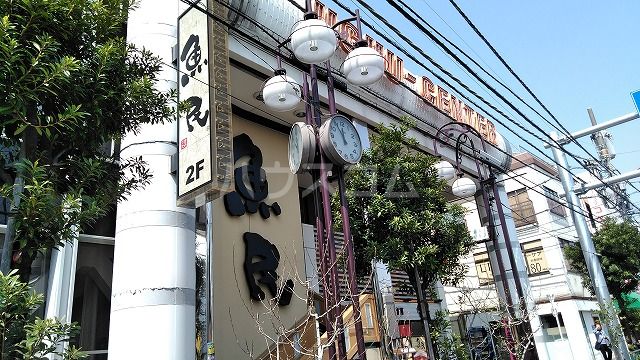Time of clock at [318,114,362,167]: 11:55
